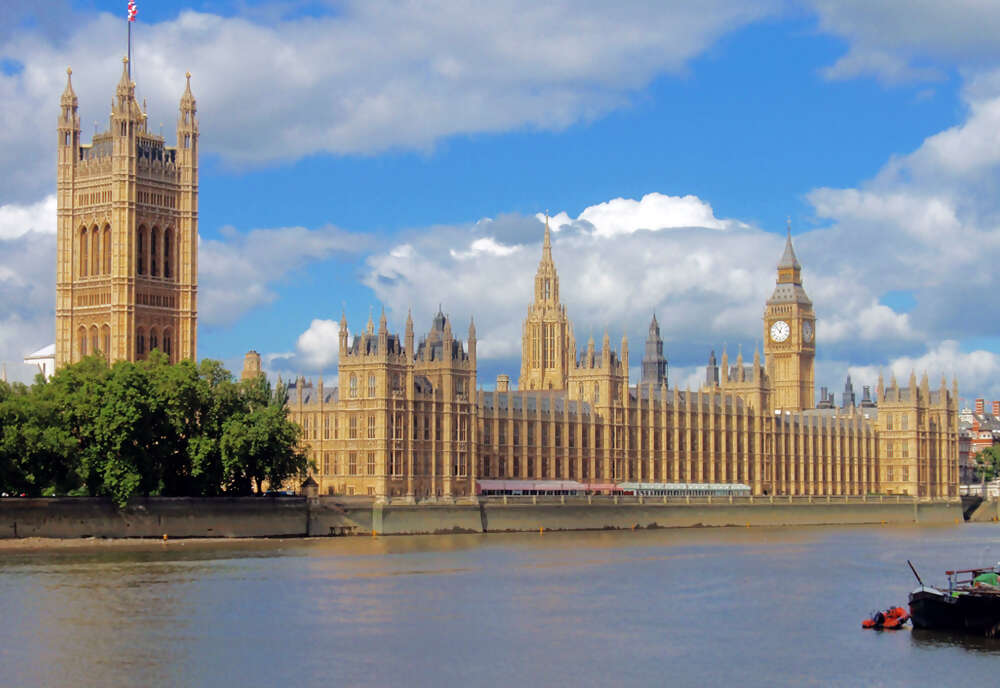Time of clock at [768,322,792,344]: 12:53
